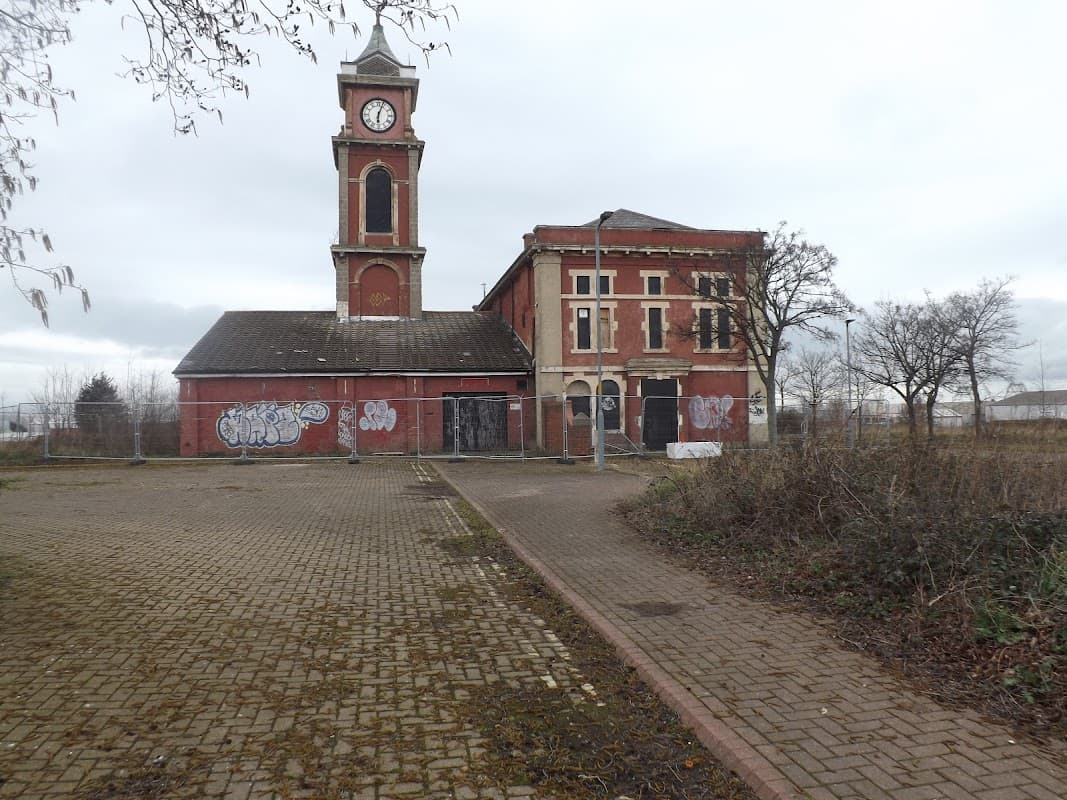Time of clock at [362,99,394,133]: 6:03
